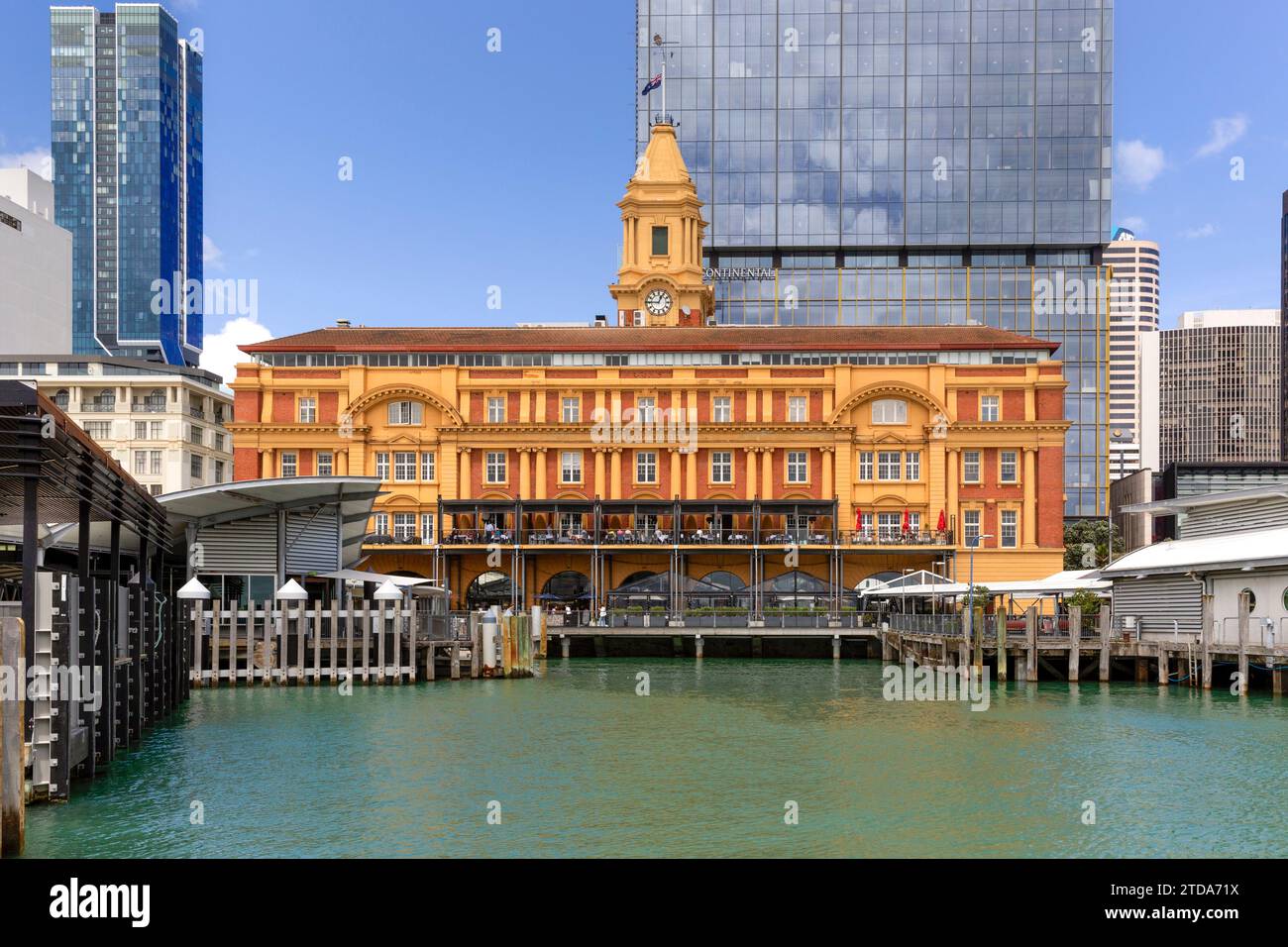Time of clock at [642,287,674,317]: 12:45
